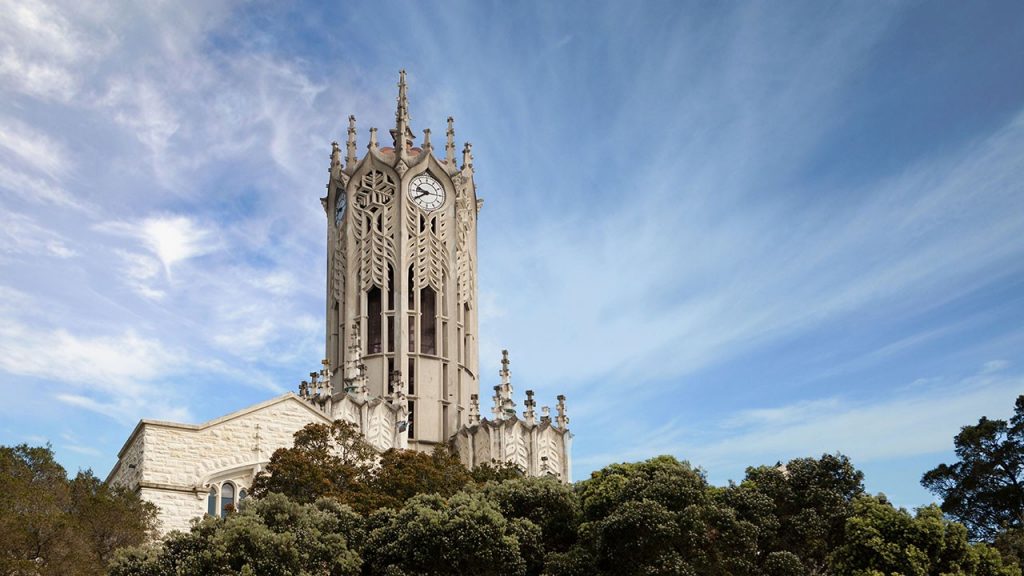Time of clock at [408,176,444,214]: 9:39
